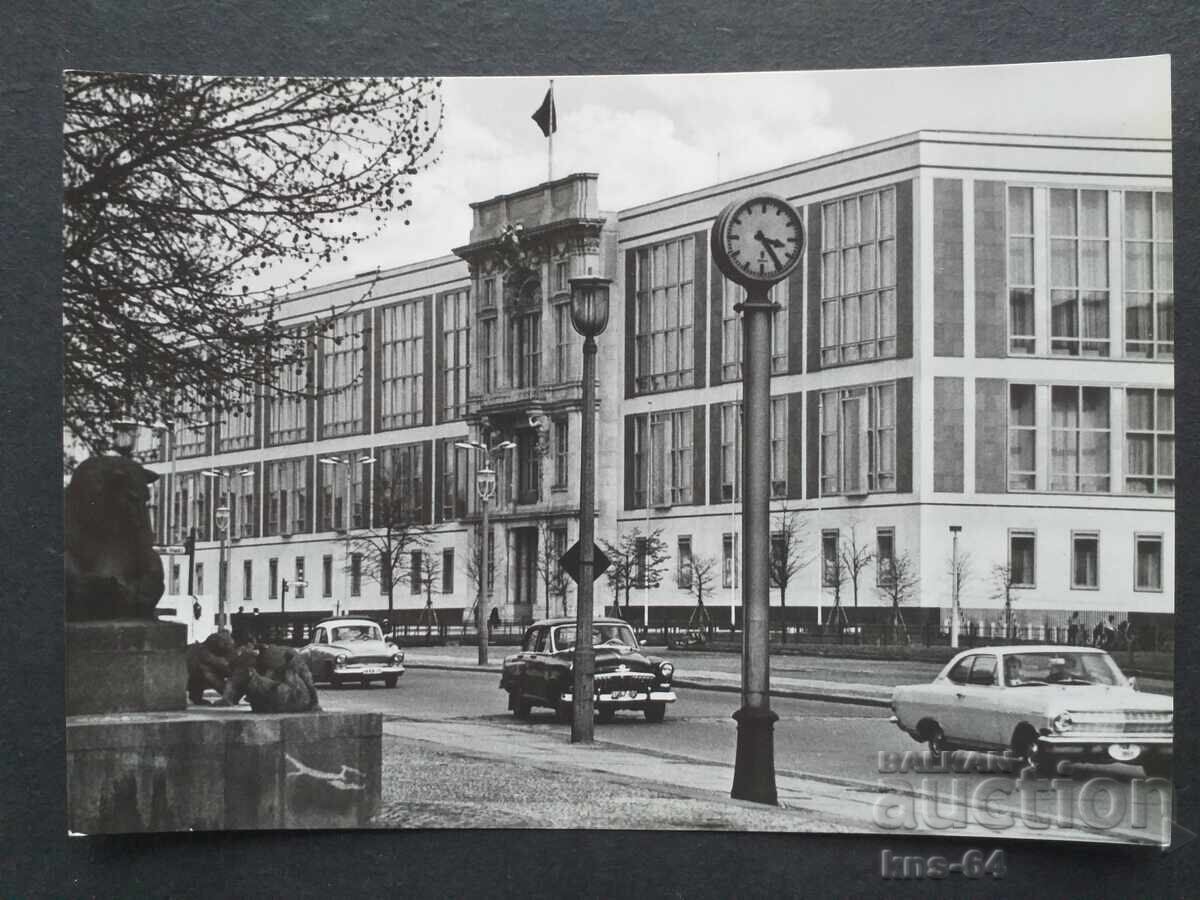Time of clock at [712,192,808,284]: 3:24
